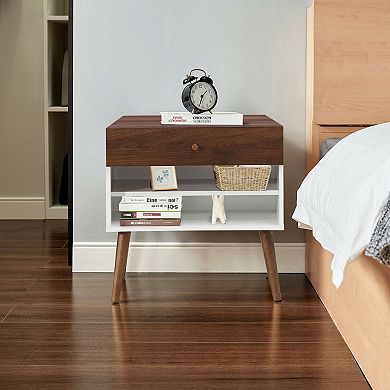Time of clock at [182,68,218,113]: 1:33
